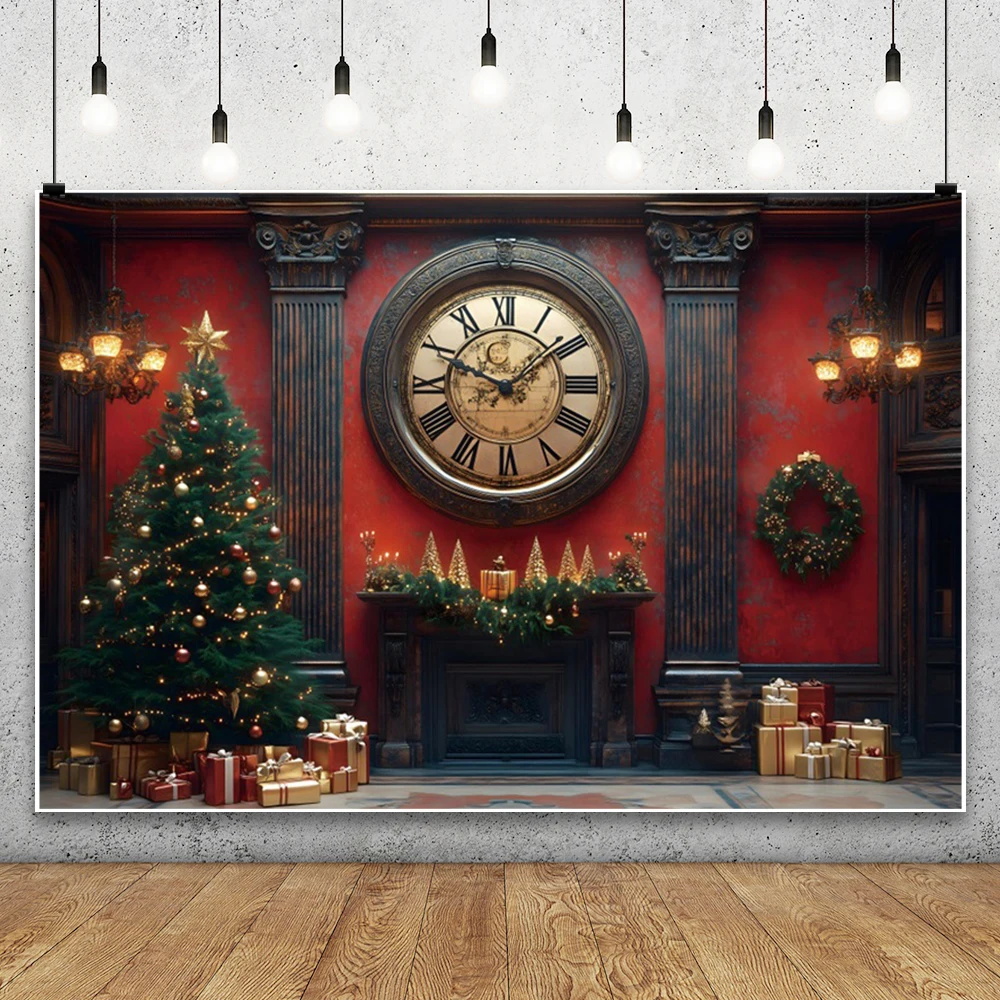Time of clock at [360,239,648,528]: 1:49
